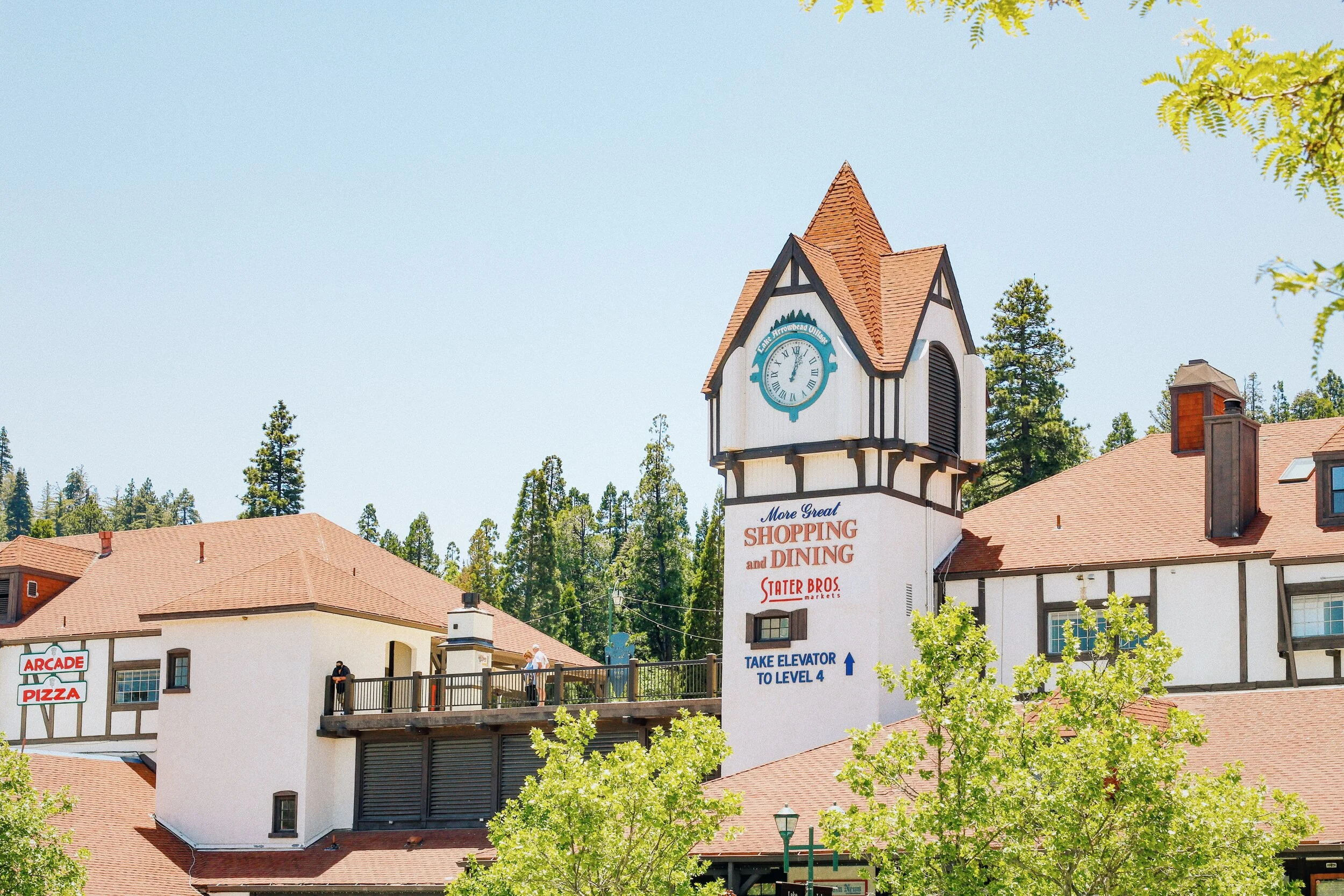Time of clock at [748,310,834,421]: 1:01
